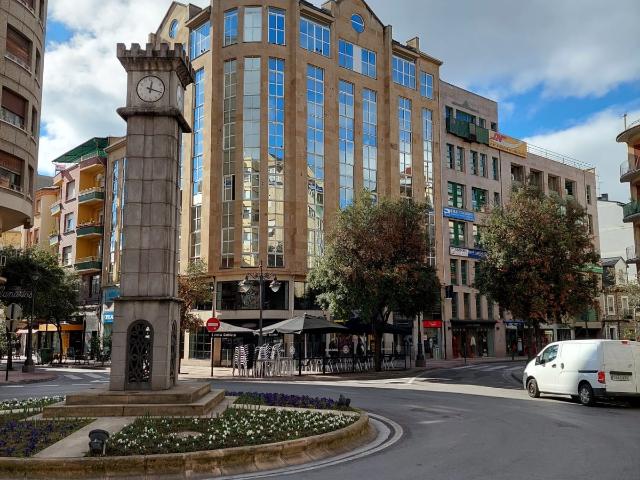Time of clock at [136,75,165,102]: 12:18
